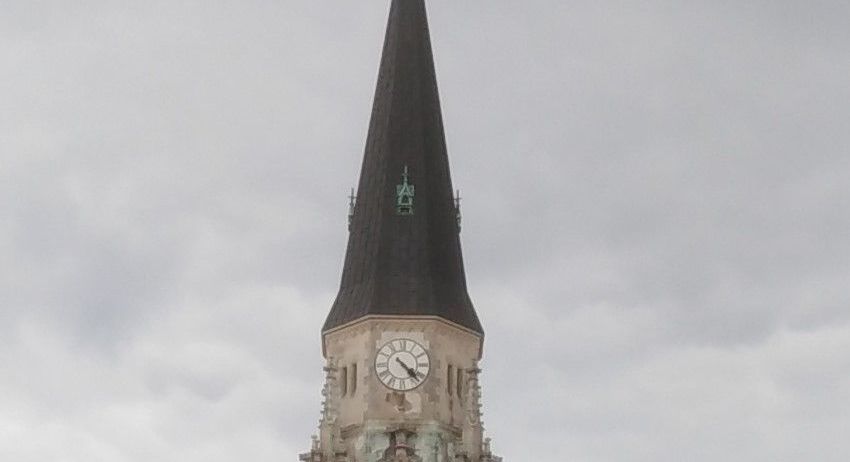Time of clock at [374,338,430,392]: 4:22
